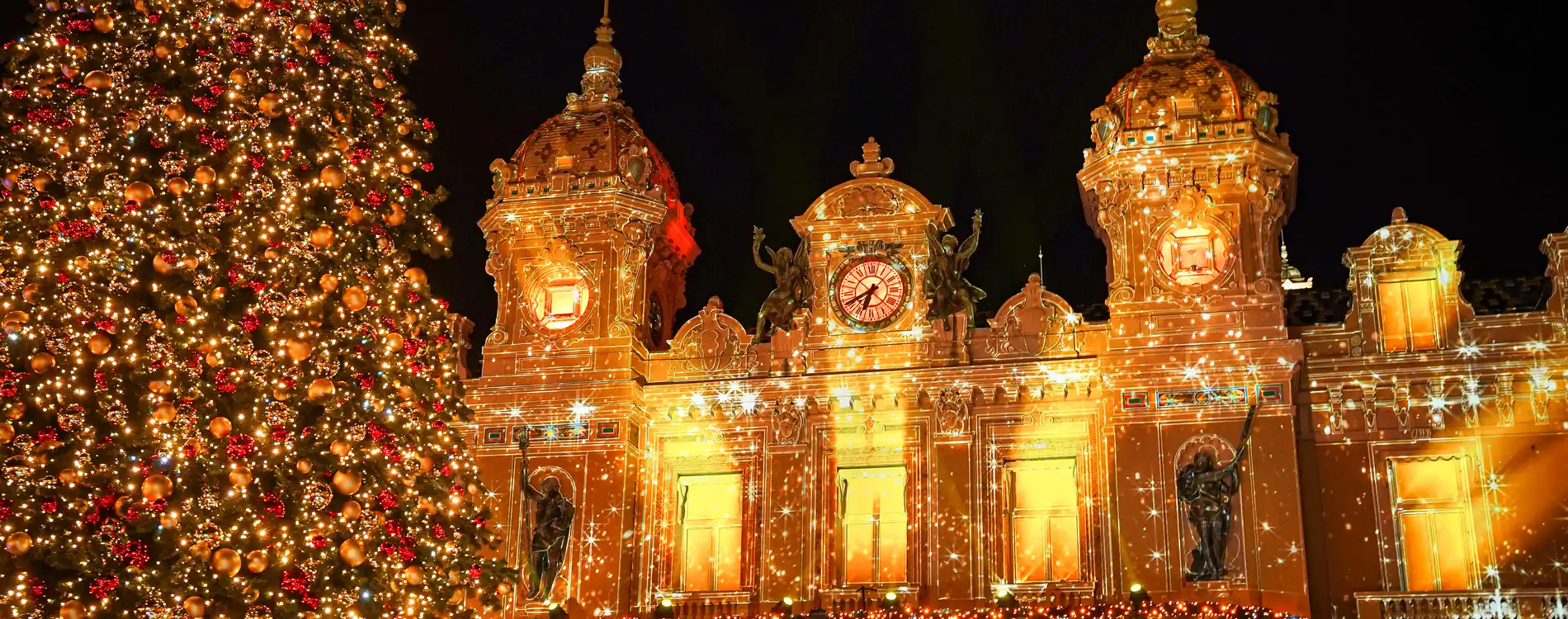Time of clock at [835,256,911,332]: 6:40
